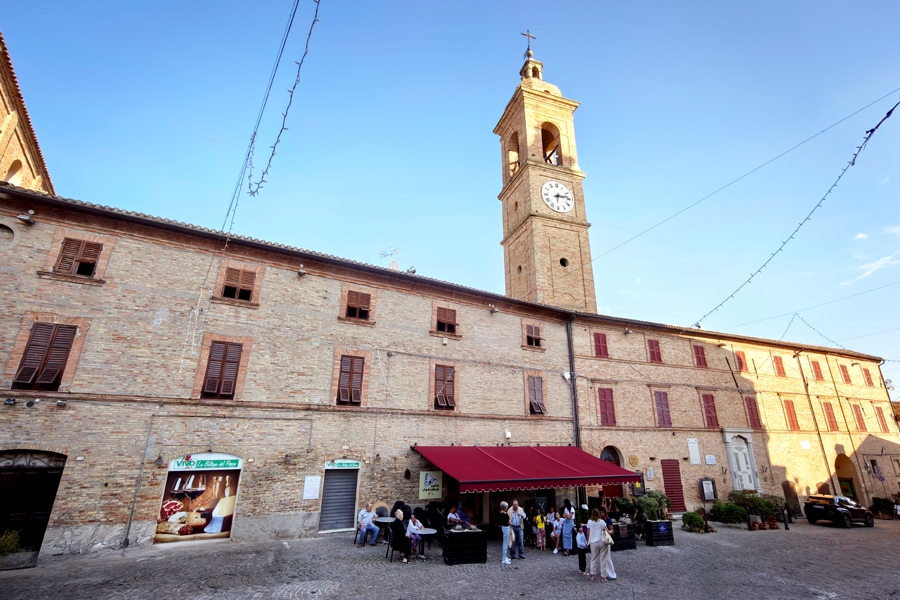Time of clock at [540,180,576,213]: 6:13
